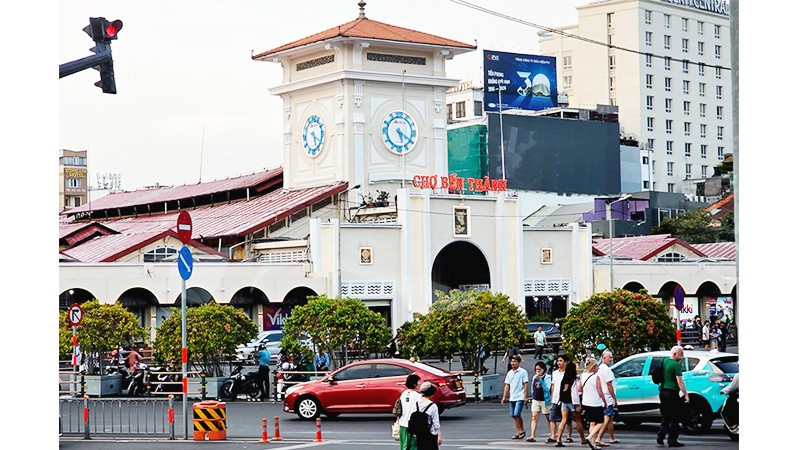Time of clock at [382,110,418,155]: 5:19
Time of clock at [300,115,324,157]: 5:20
